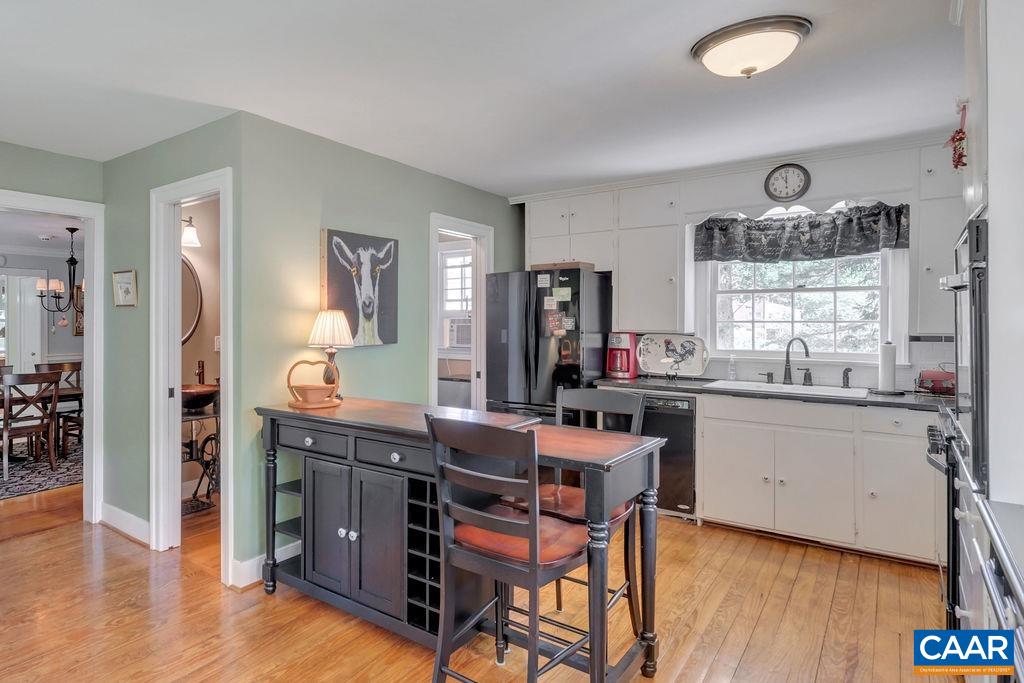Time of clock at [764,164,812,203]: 11:00
